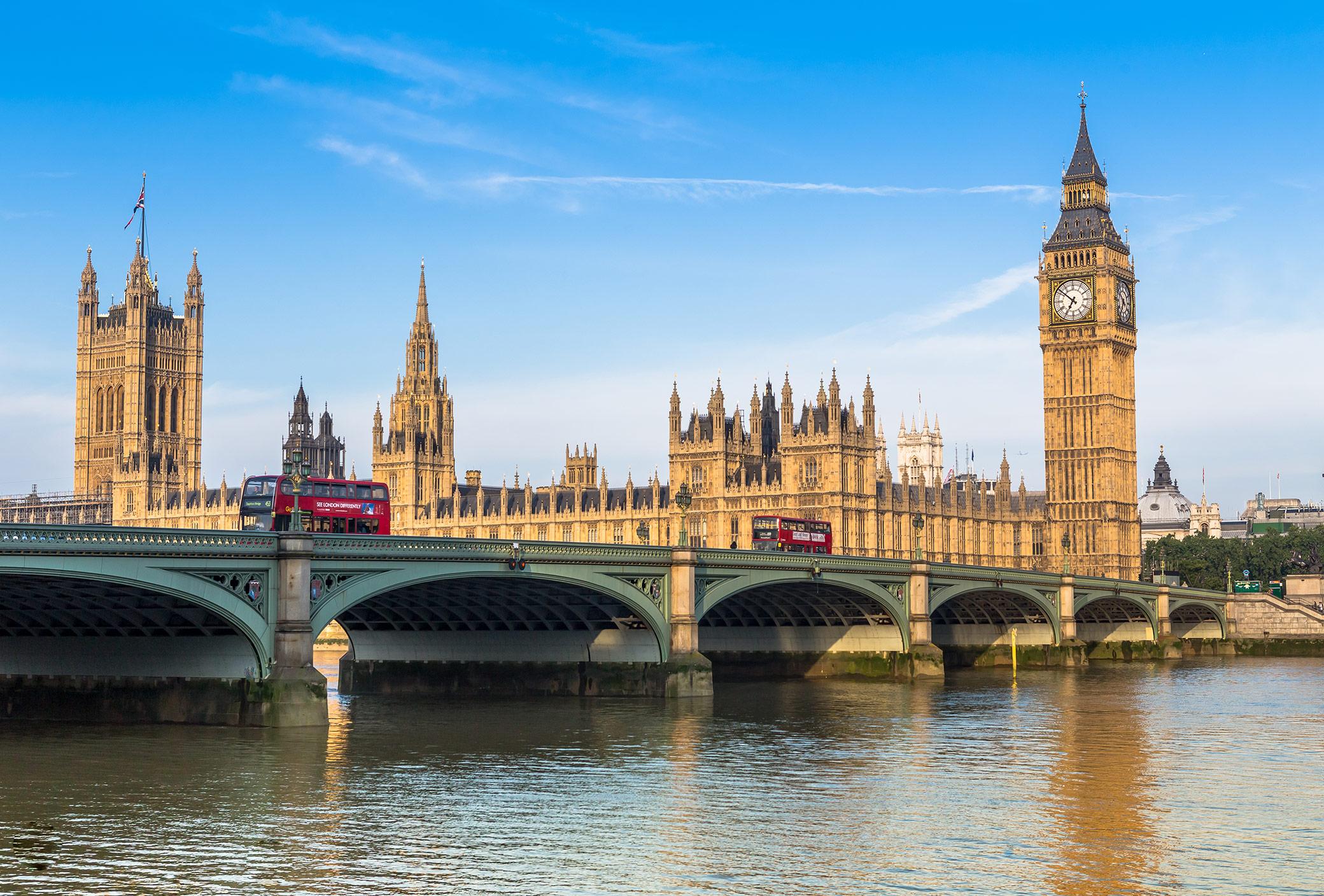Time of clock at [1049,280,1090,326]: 6:51
